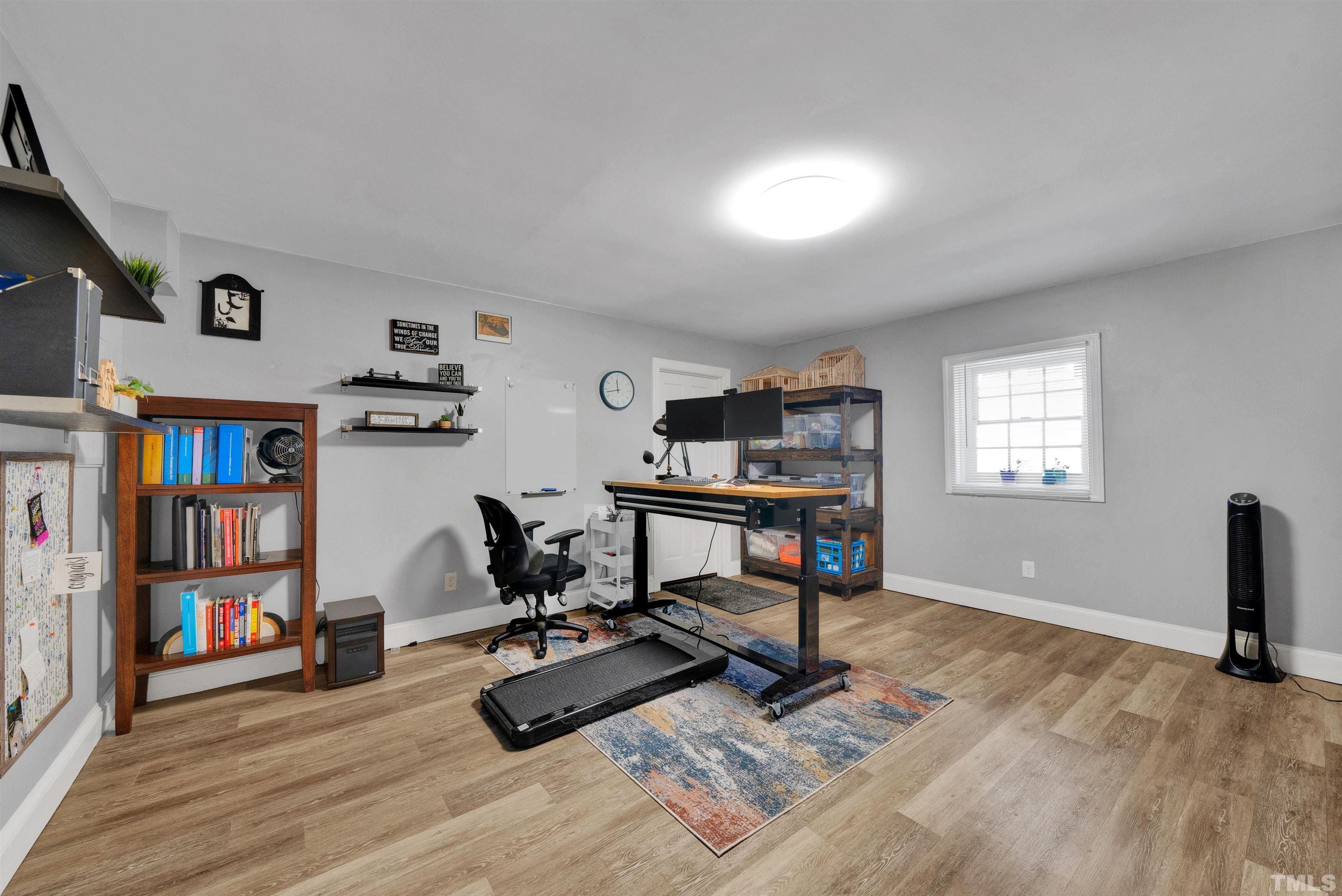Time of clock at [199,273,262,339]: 3:58
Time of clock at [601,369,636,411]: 11:42
